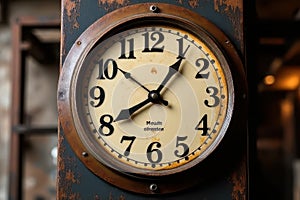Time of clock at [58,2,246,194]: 8:06
